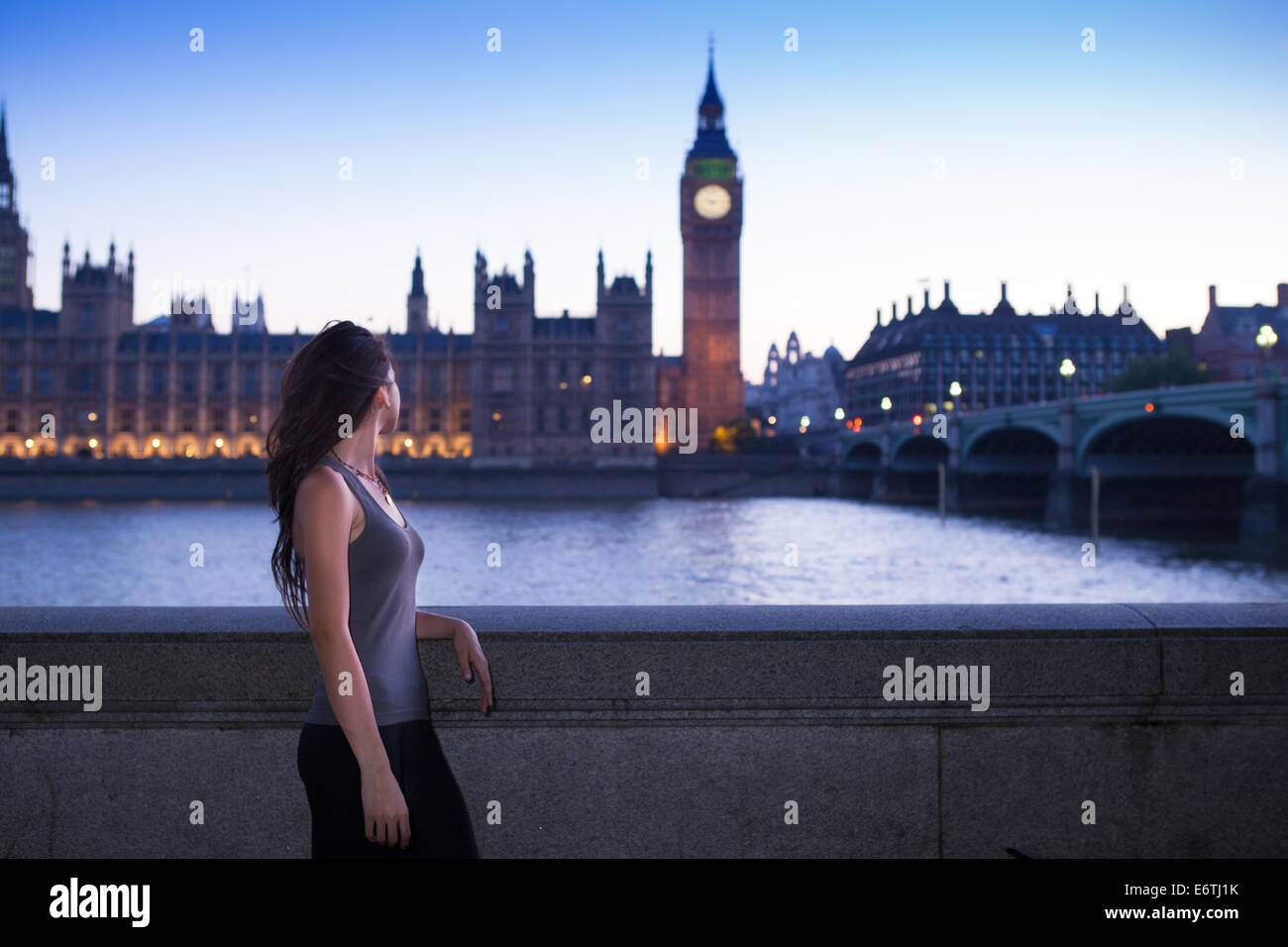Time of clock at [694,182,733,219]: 9:14
